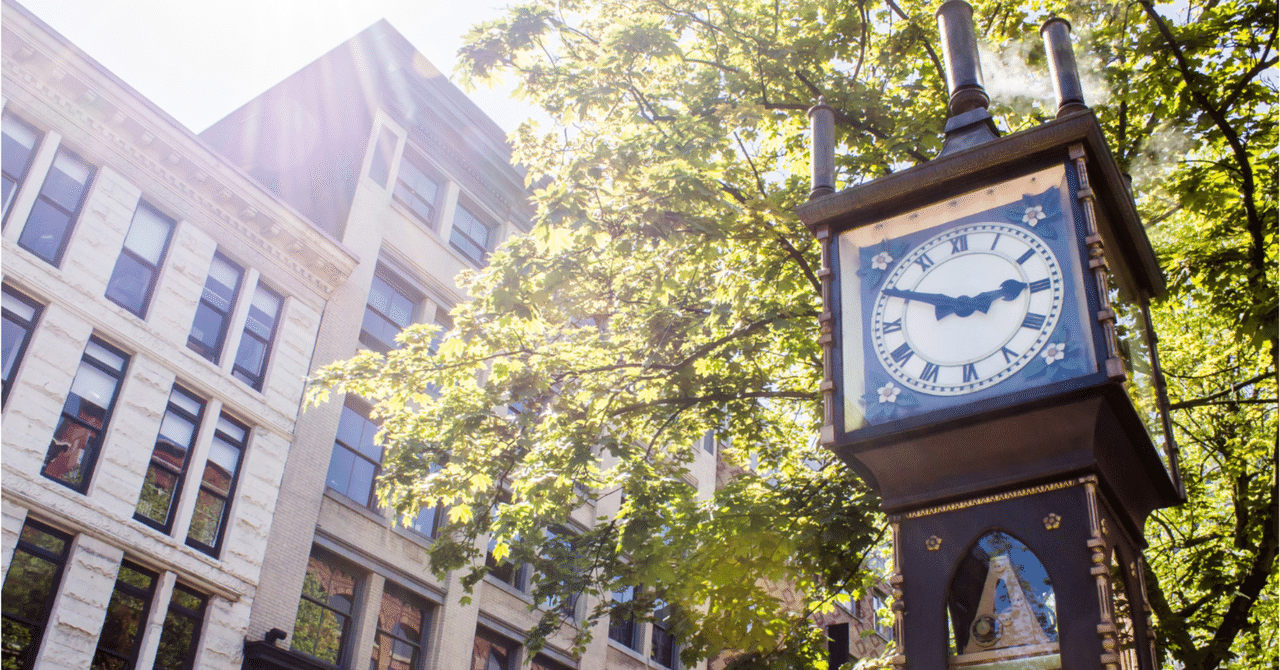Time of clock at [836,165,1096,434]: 2:50
